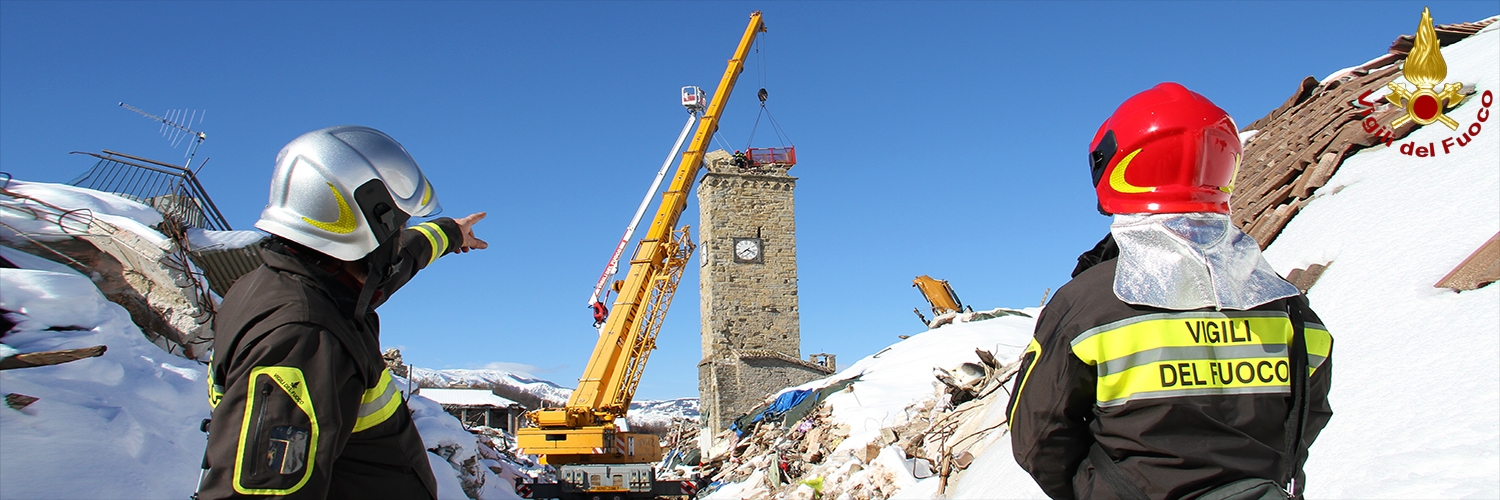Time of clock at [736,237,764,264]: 3:38
